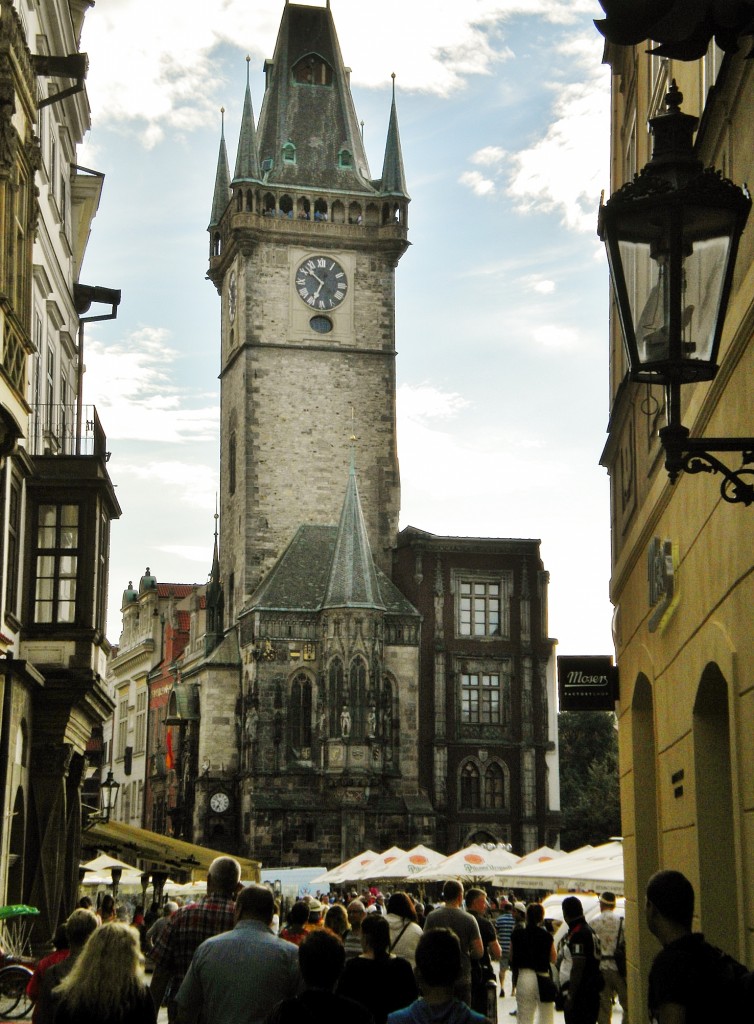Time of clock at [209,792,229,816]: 6:52
